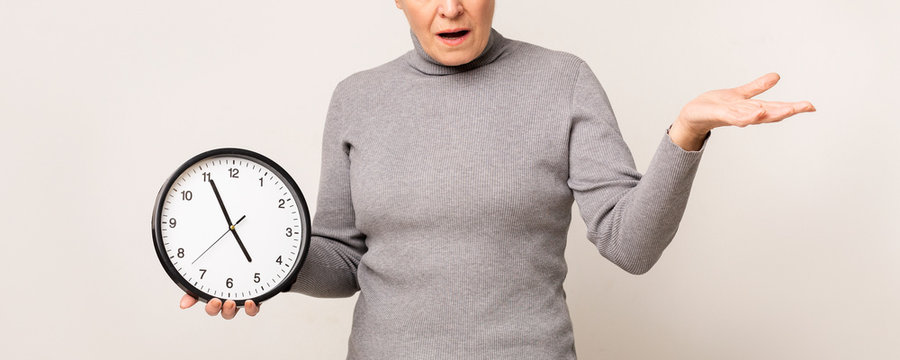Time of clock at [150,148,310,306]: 4:55
